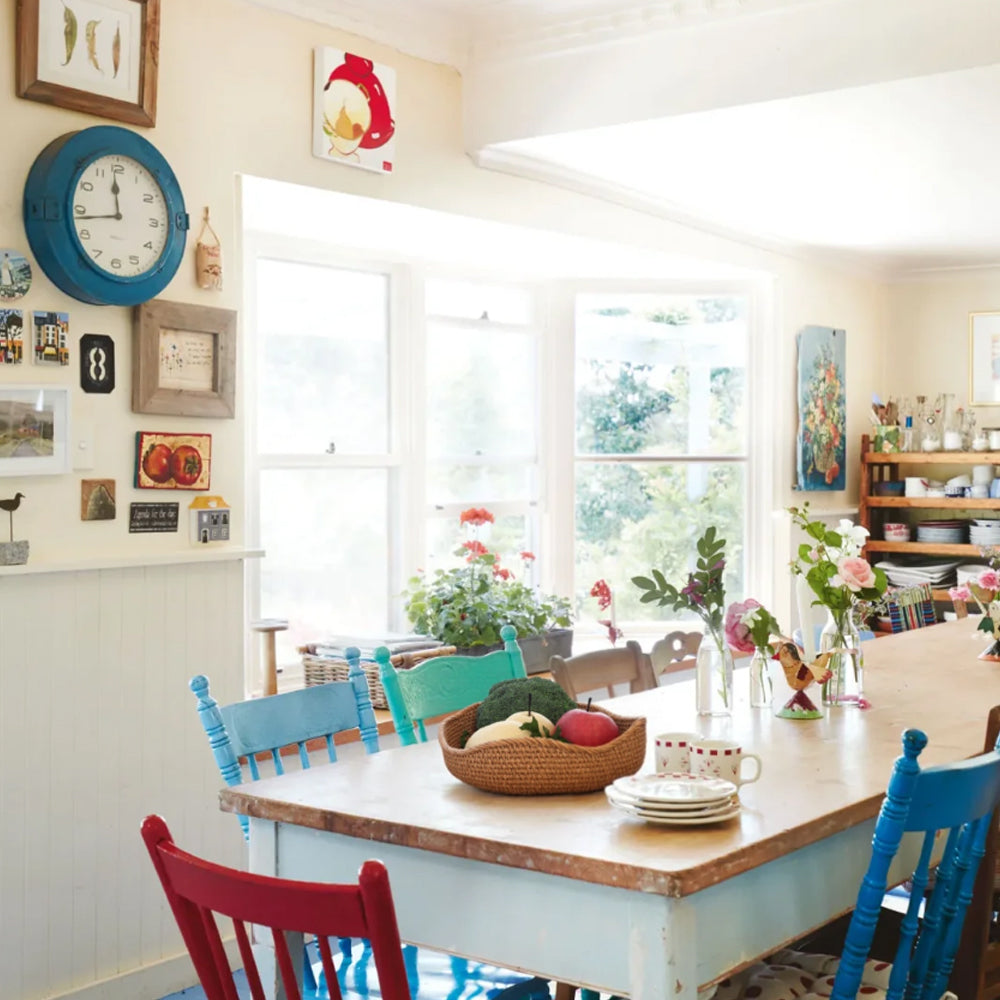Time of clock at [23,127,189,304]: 11:43
